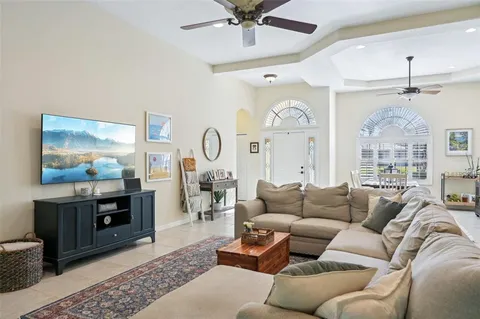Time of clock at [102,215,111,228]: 4:35
